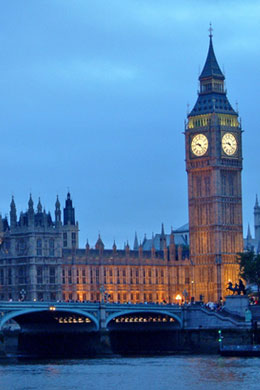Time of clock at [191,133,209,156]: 9:22
